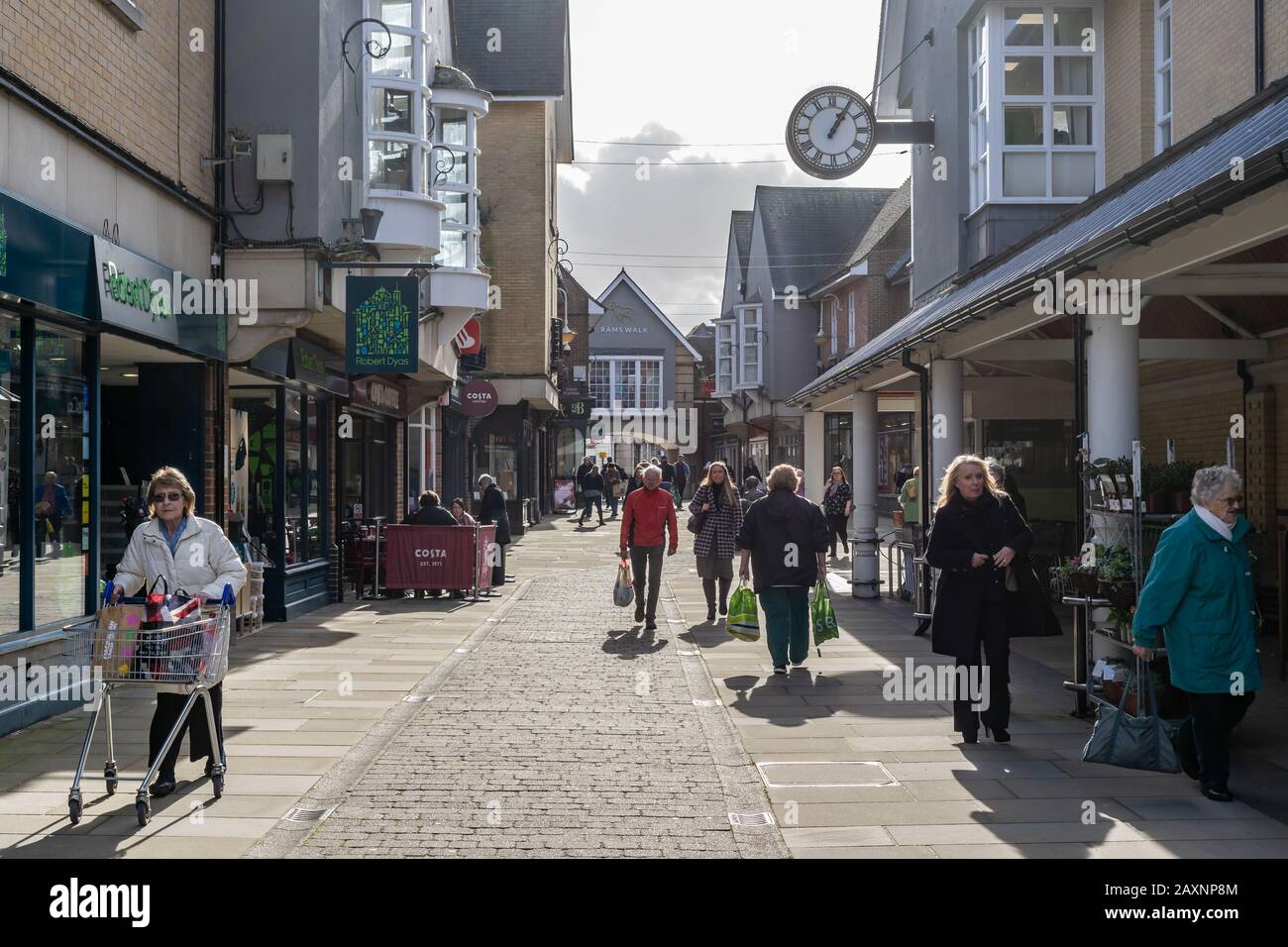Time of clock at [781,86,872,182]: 1:05
